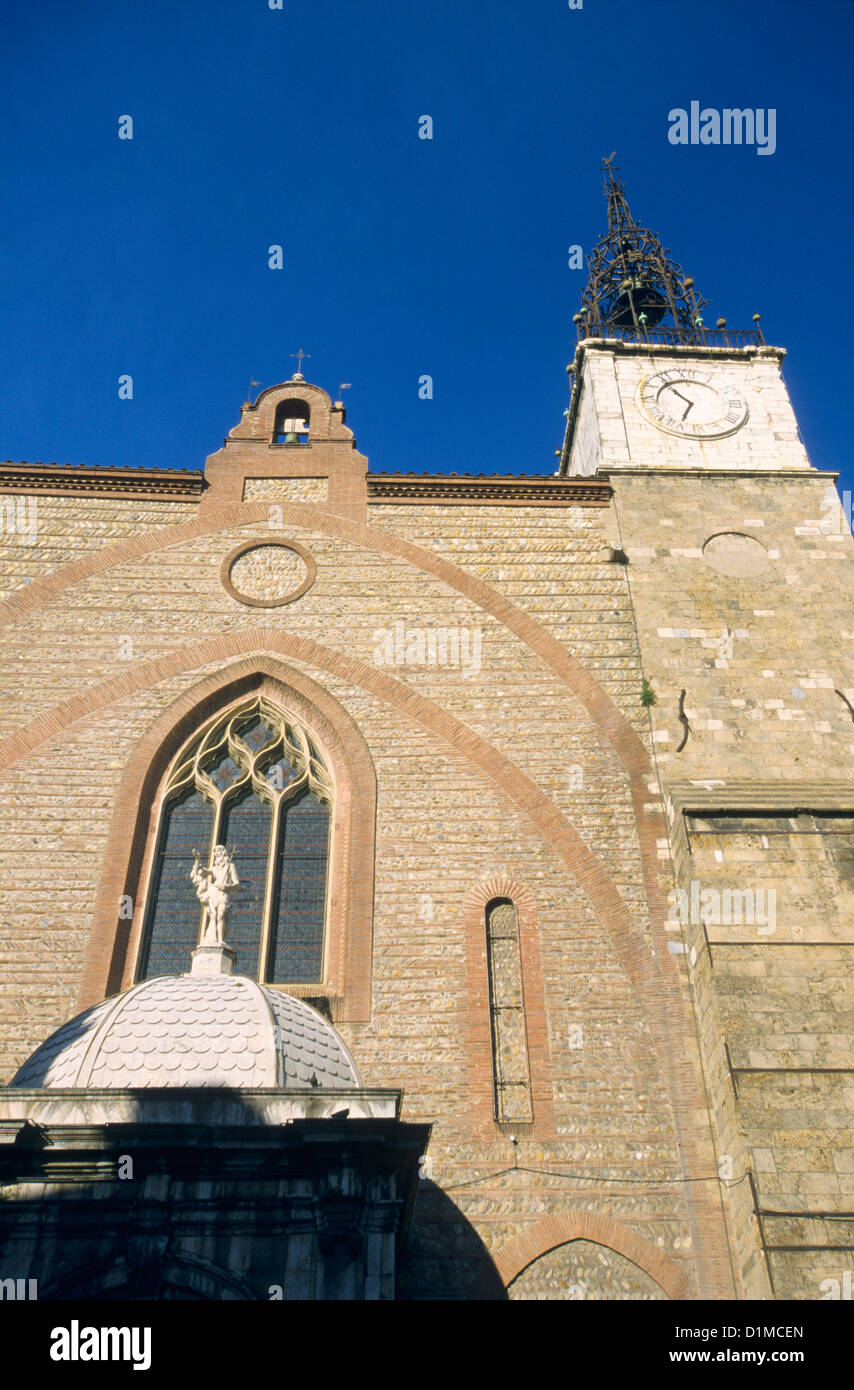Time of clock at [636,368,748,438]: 6:53
